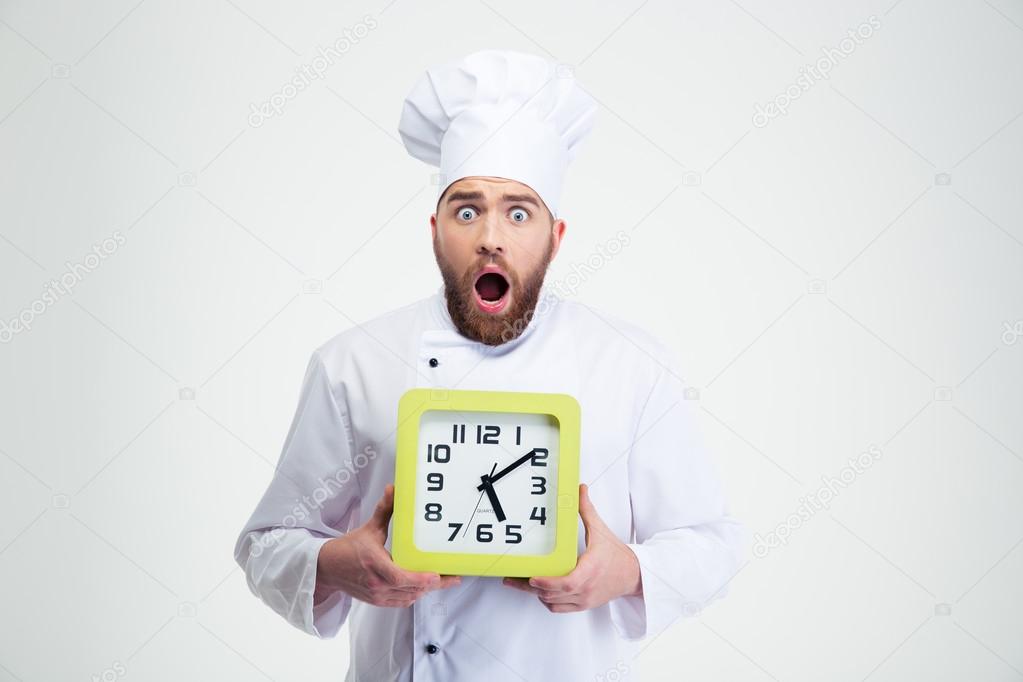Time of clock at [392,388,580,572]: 5:08
